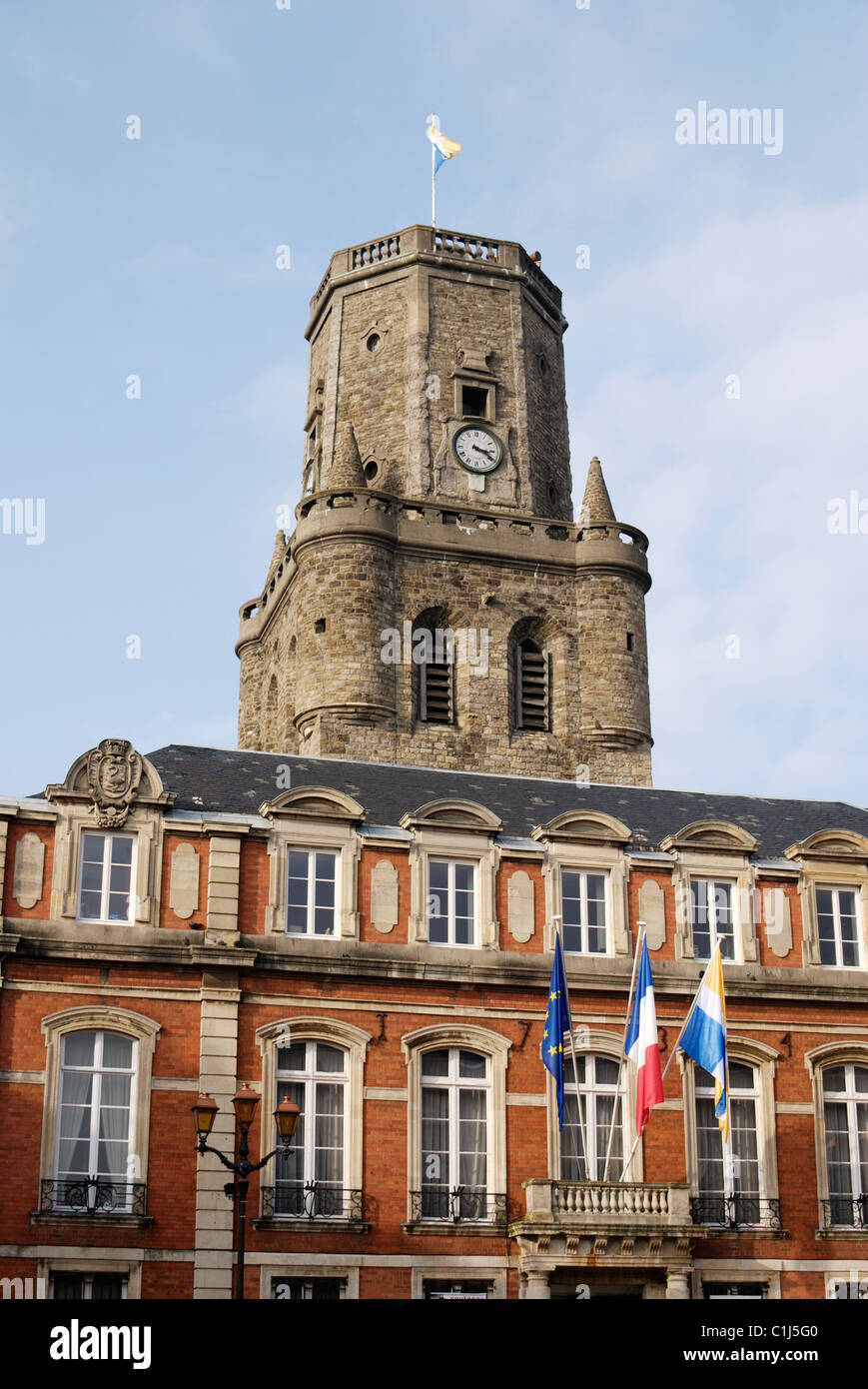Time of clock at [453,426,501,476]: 3:19
